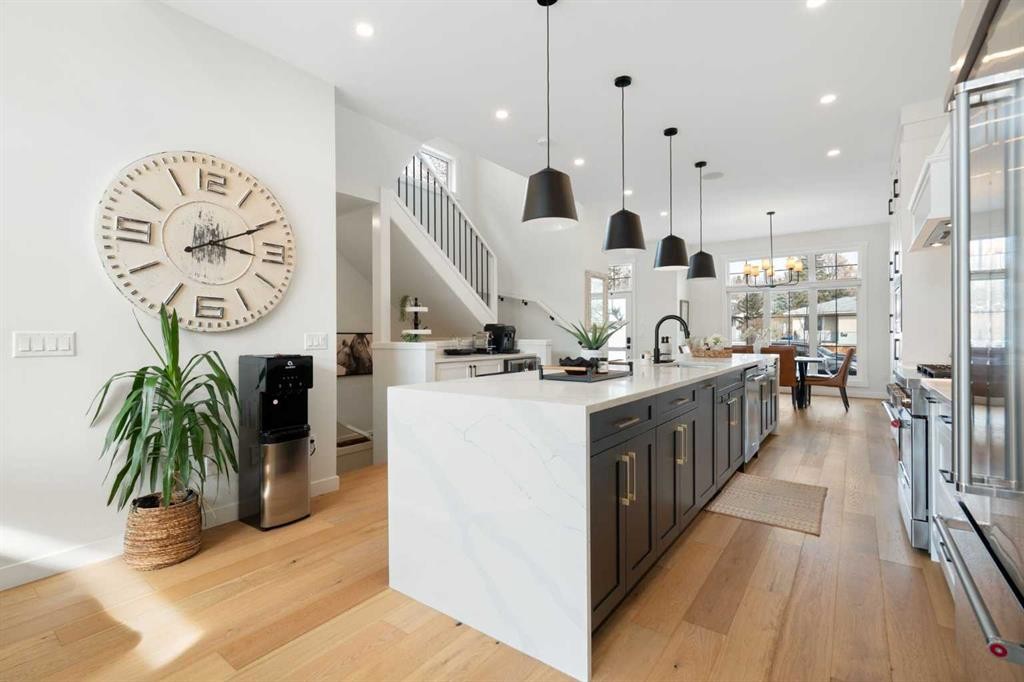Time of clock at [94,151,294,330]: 3:10
